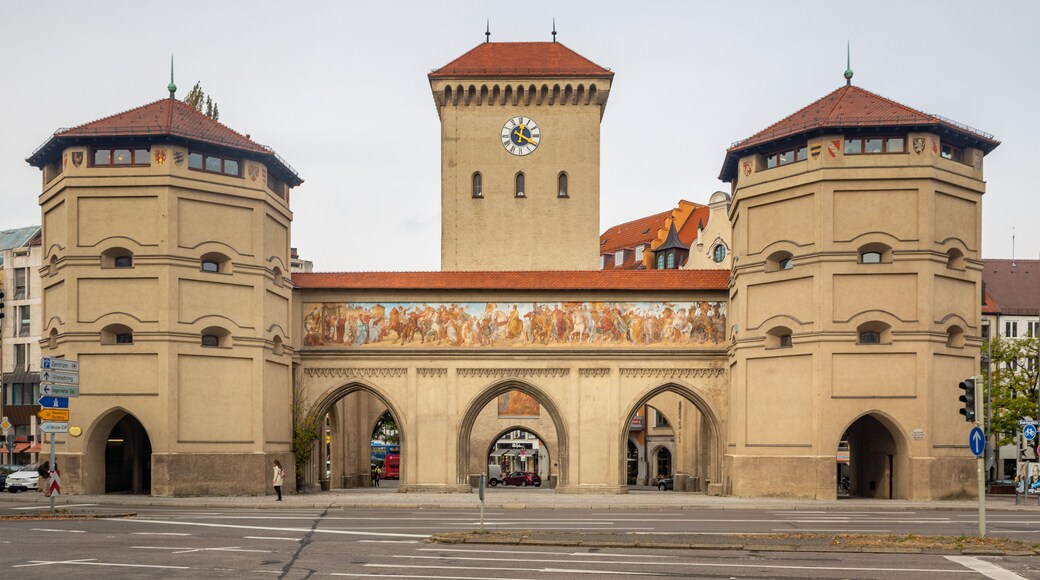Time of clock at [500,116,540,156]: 12:19
